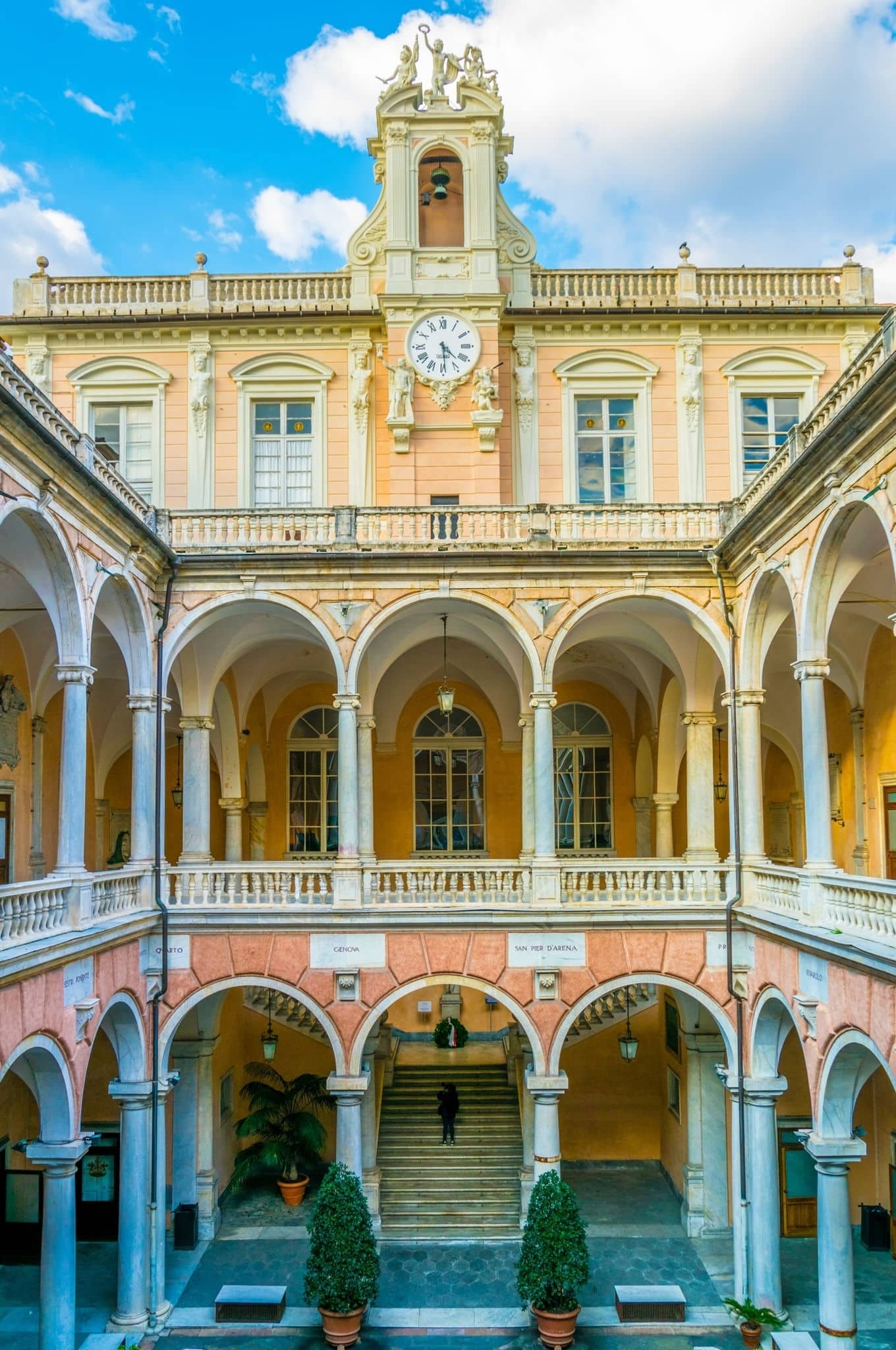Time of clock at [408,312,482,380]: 4:29
